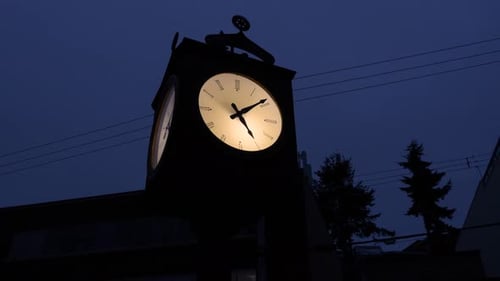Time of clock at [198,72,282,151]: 5:08
